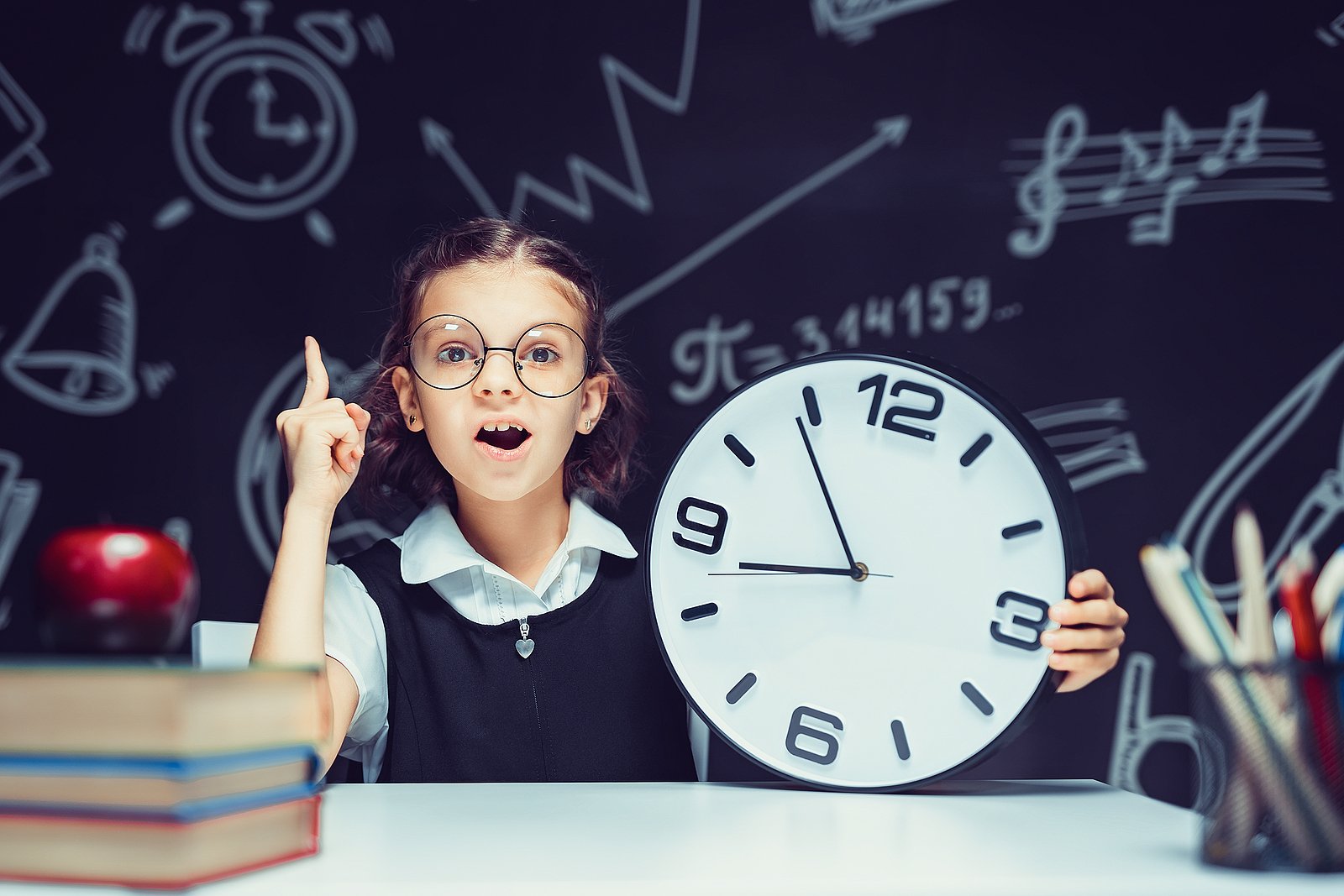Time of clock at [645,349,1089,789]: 8:54
